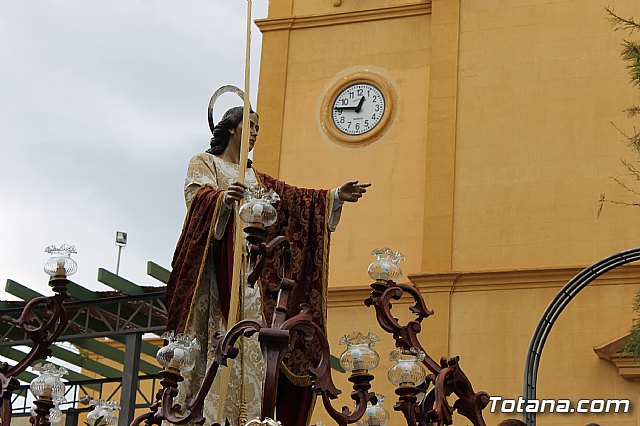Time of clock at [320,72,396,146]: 12:46
